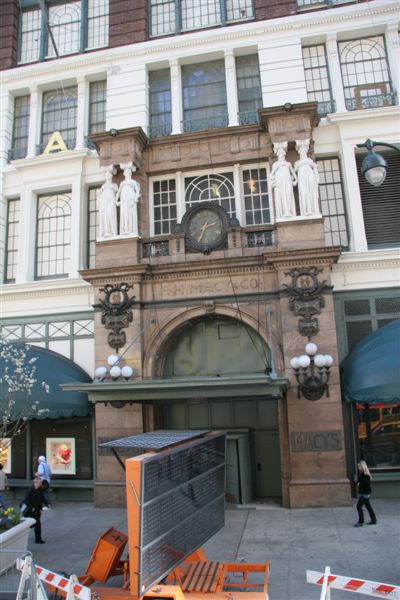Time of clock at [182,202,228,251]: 2:33
